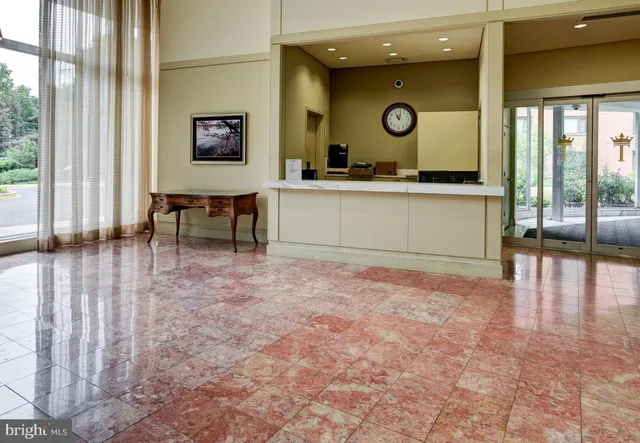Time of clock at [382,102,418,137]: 11:01
